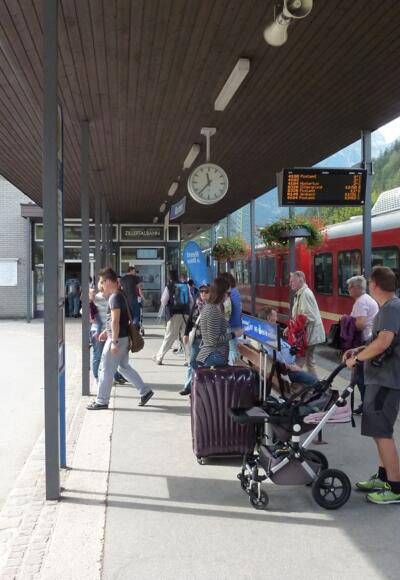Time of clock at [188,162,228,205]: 11:36
